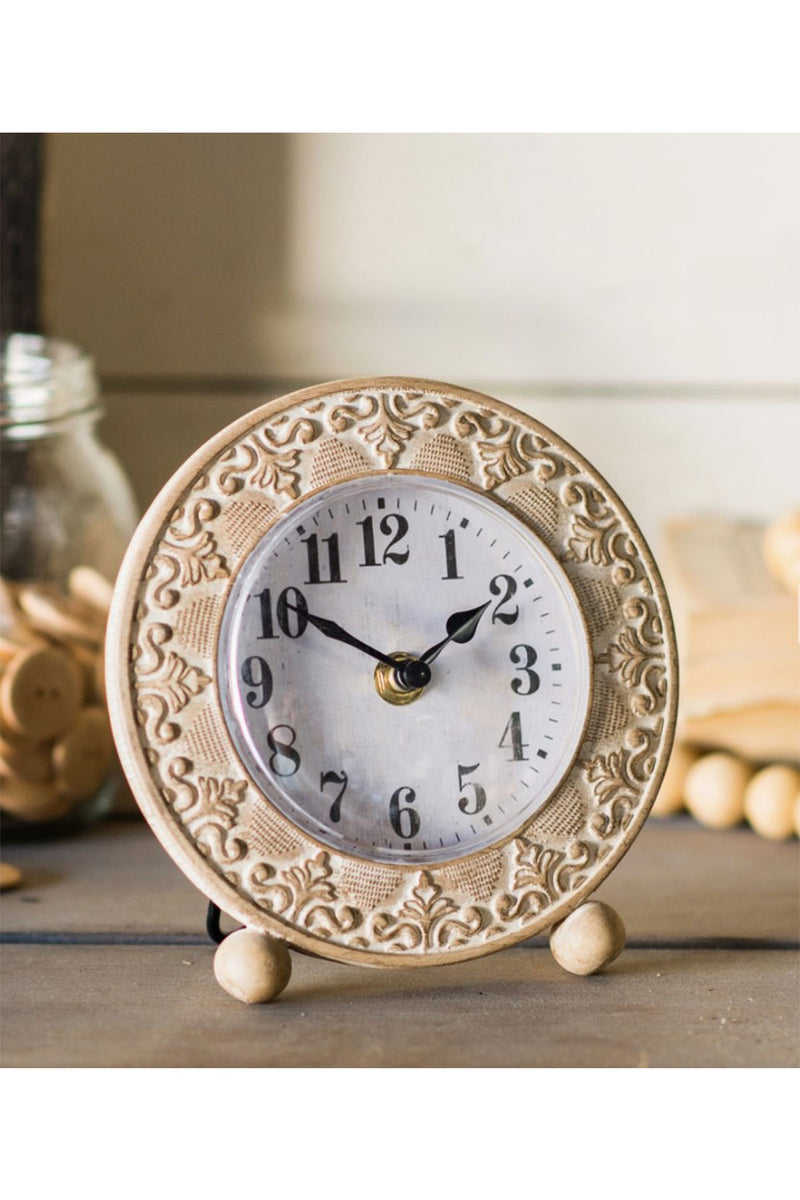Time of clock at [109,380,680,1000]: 1:50
